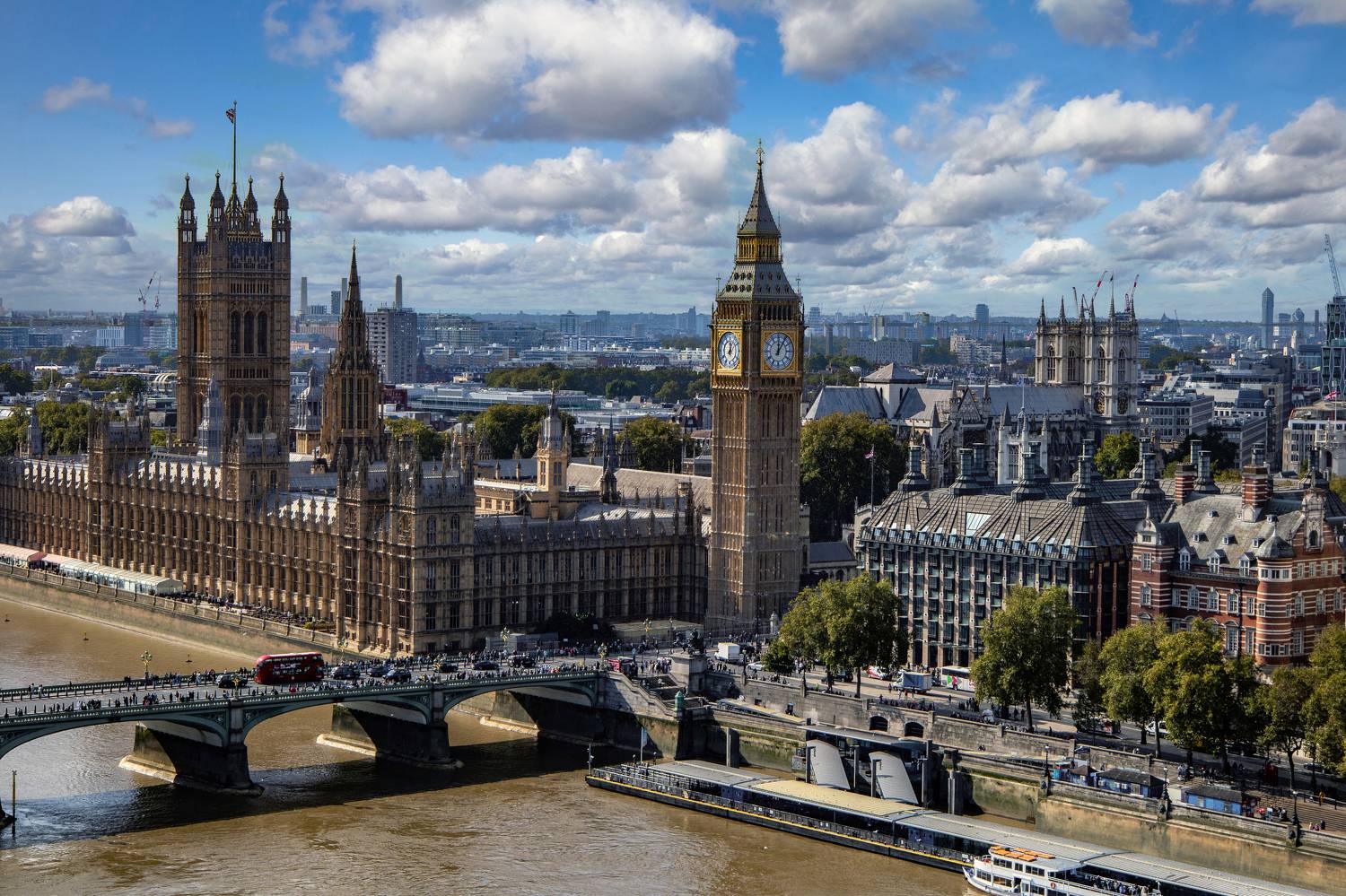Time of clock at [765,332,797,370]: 12:05
